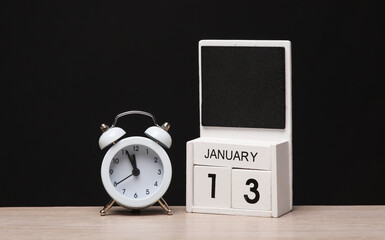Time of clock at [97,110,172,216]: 11:56
